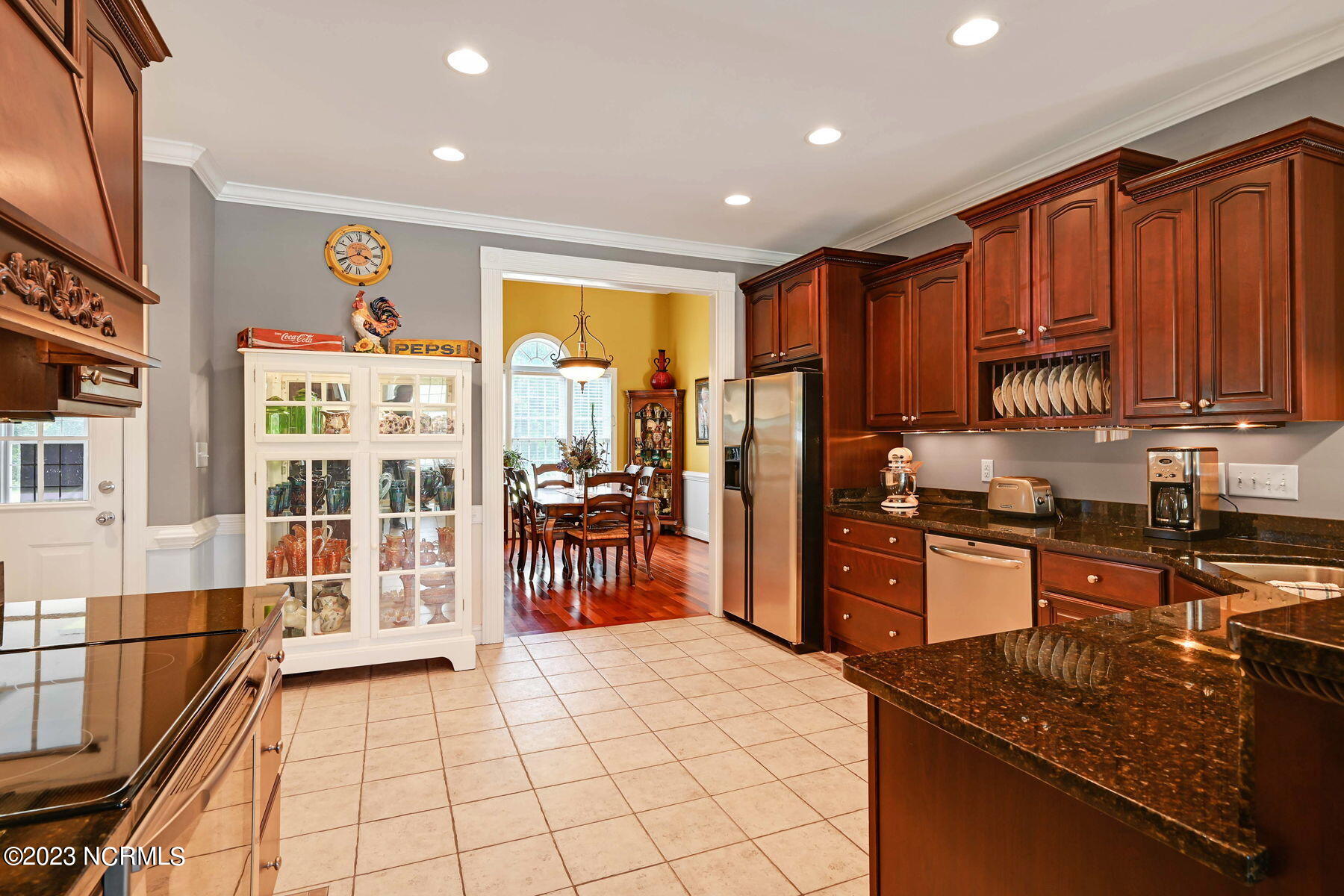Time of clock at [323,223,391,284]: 3:40
